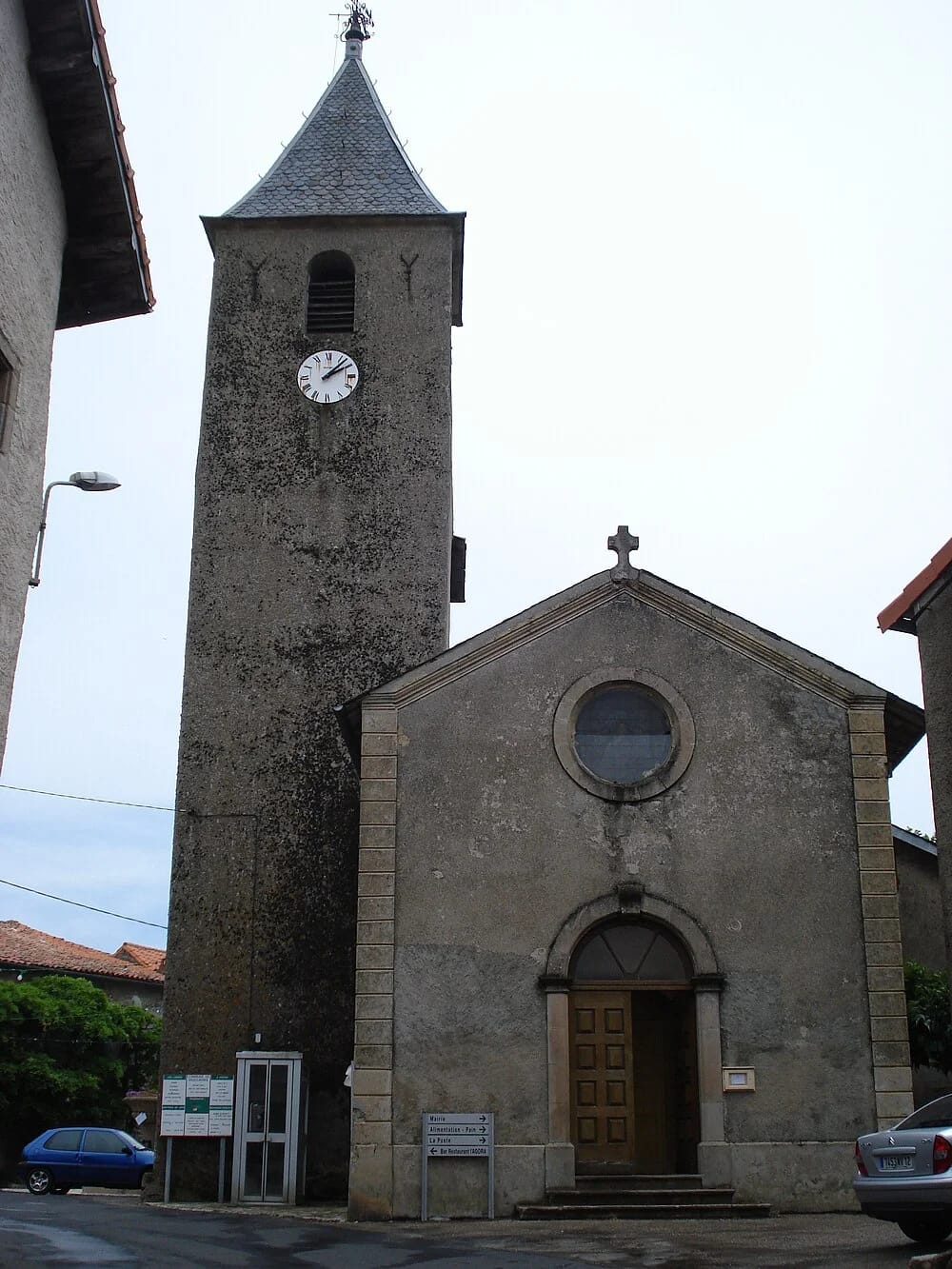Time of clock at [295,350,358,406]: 2:07
